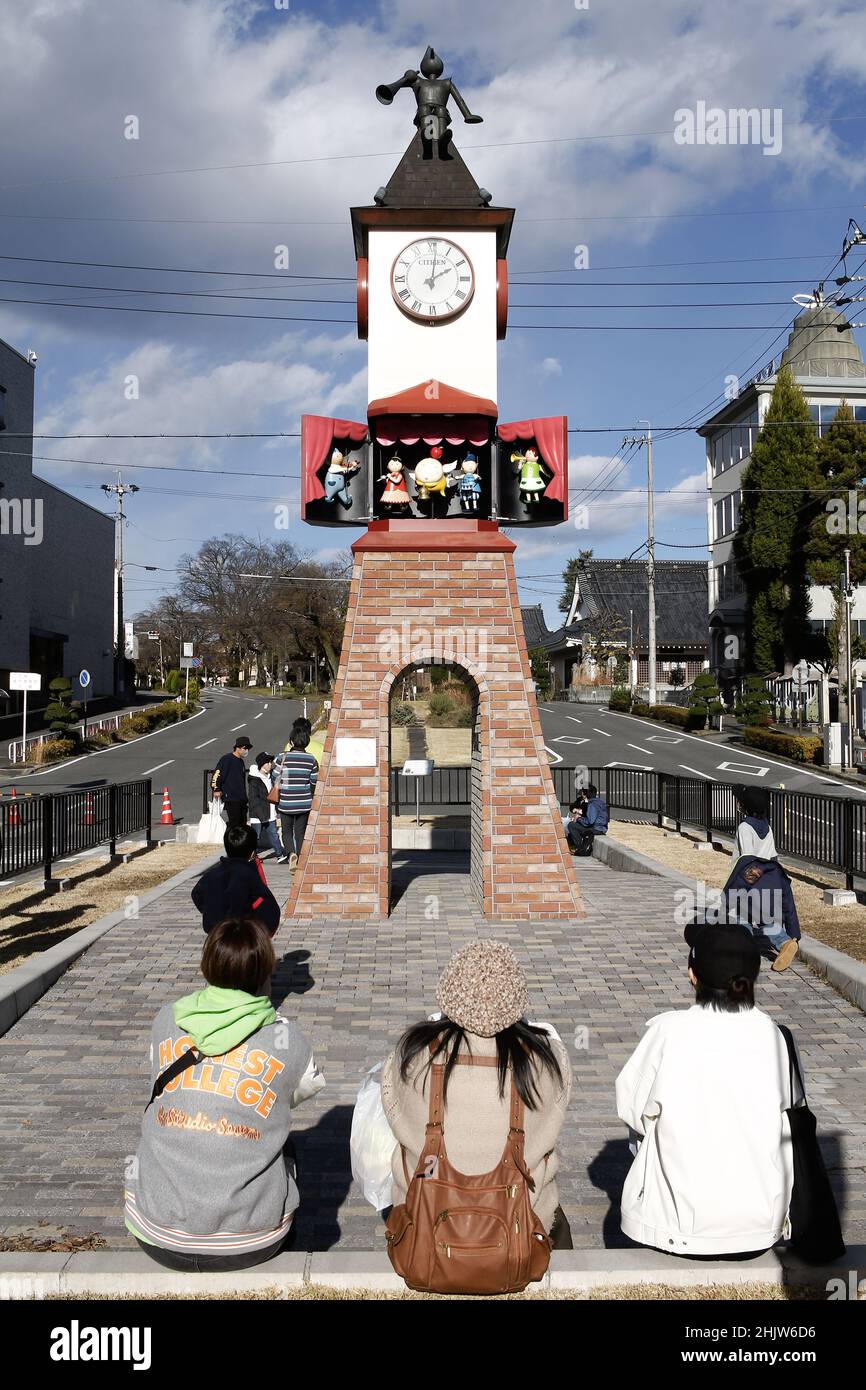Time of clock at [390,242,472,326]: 2:01
